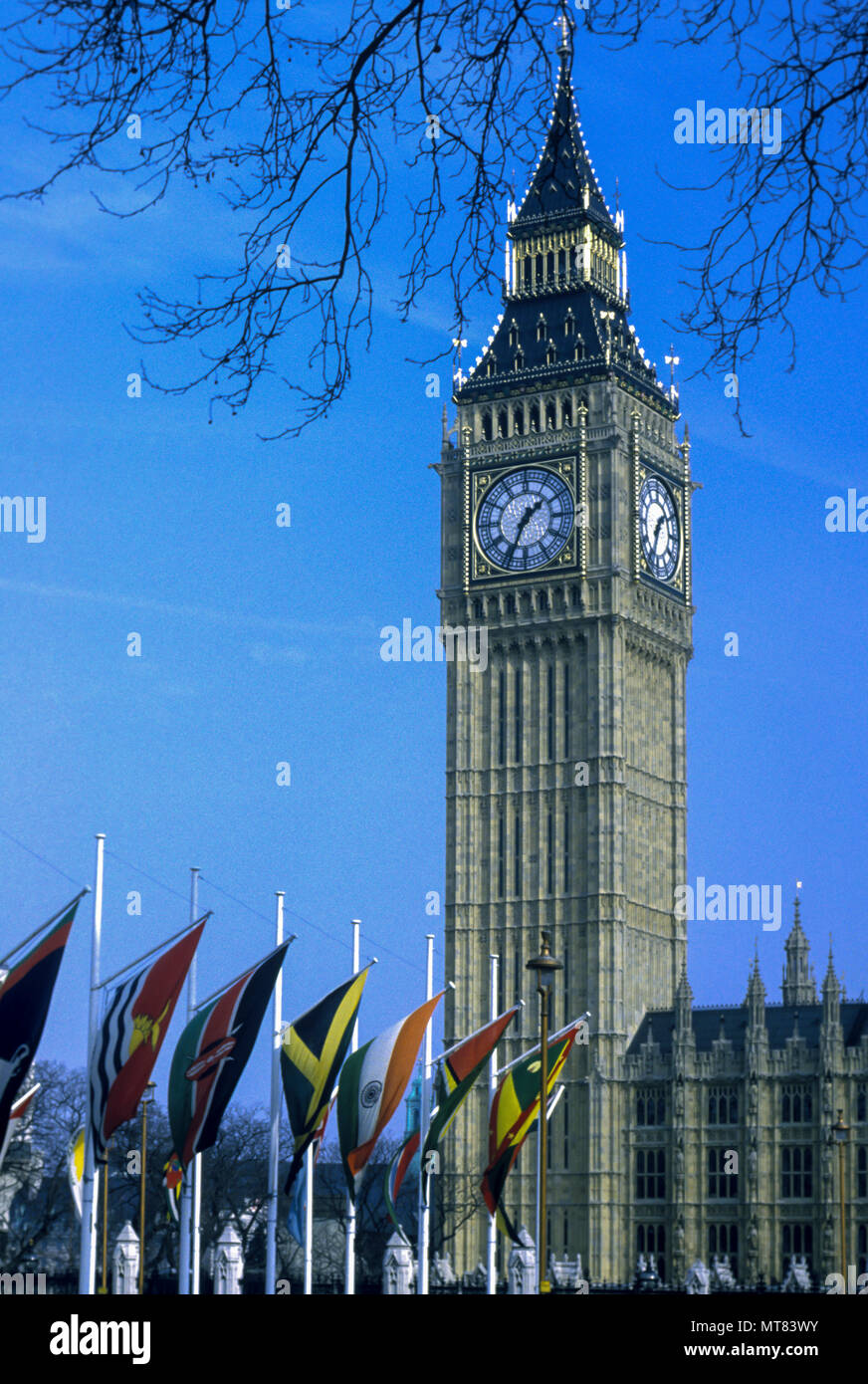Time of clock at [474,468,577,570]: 1:34
